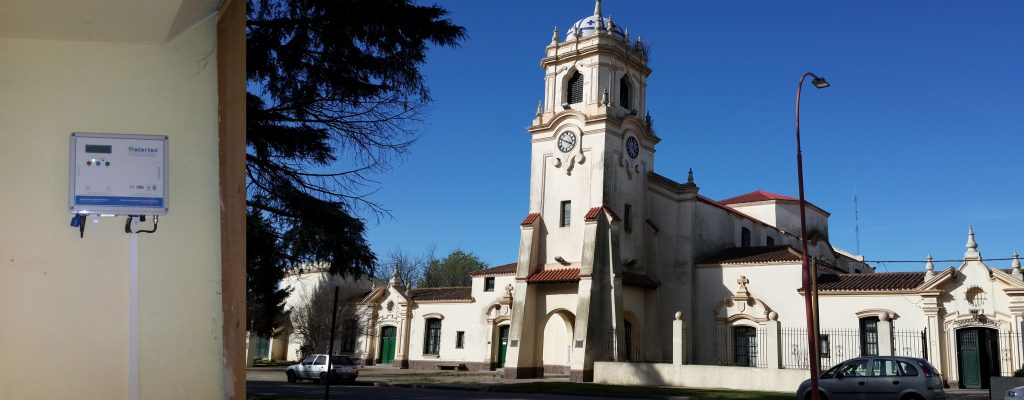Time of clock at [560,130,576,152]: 3:48
